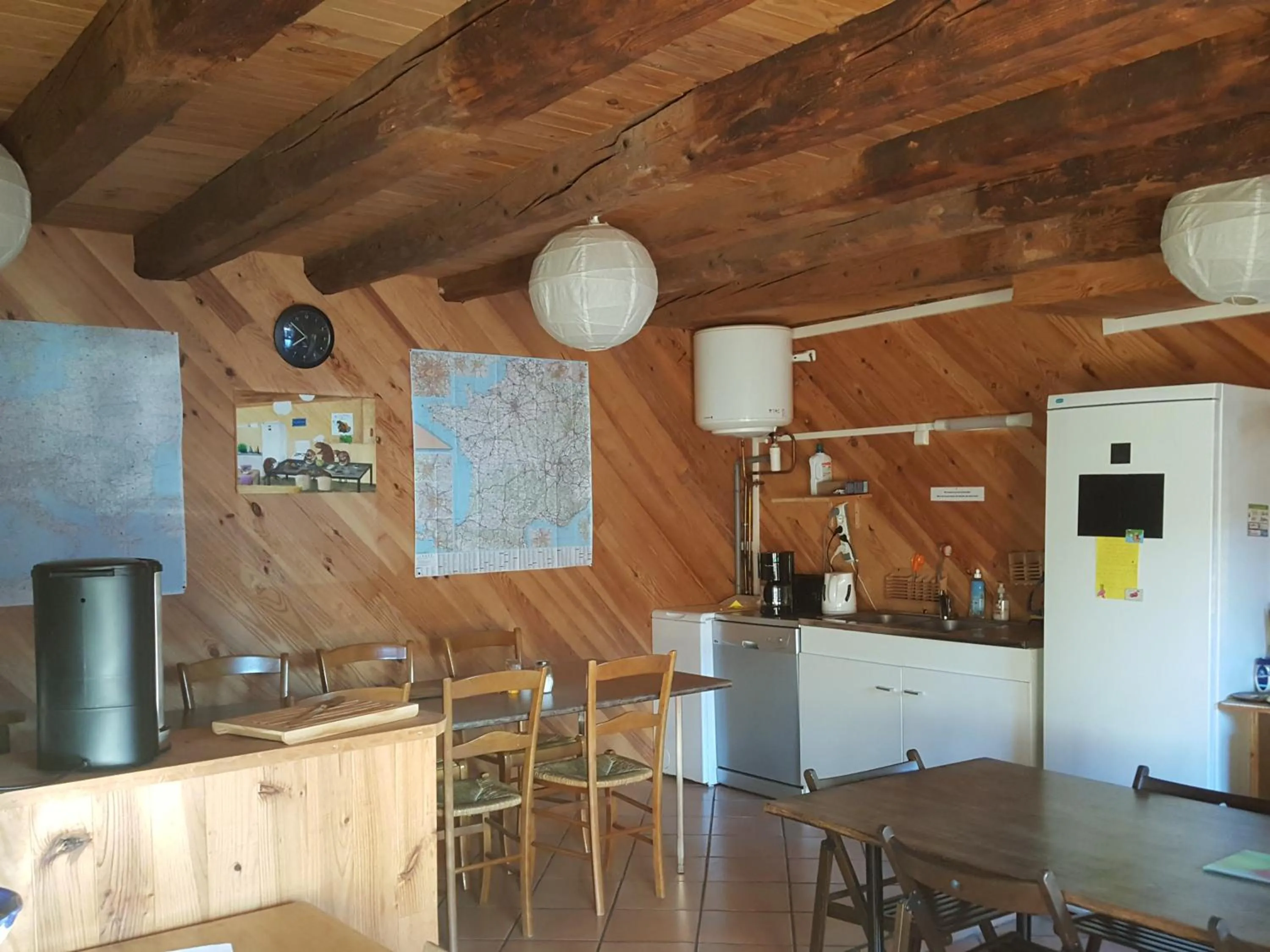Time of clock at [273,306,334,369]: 7:51
